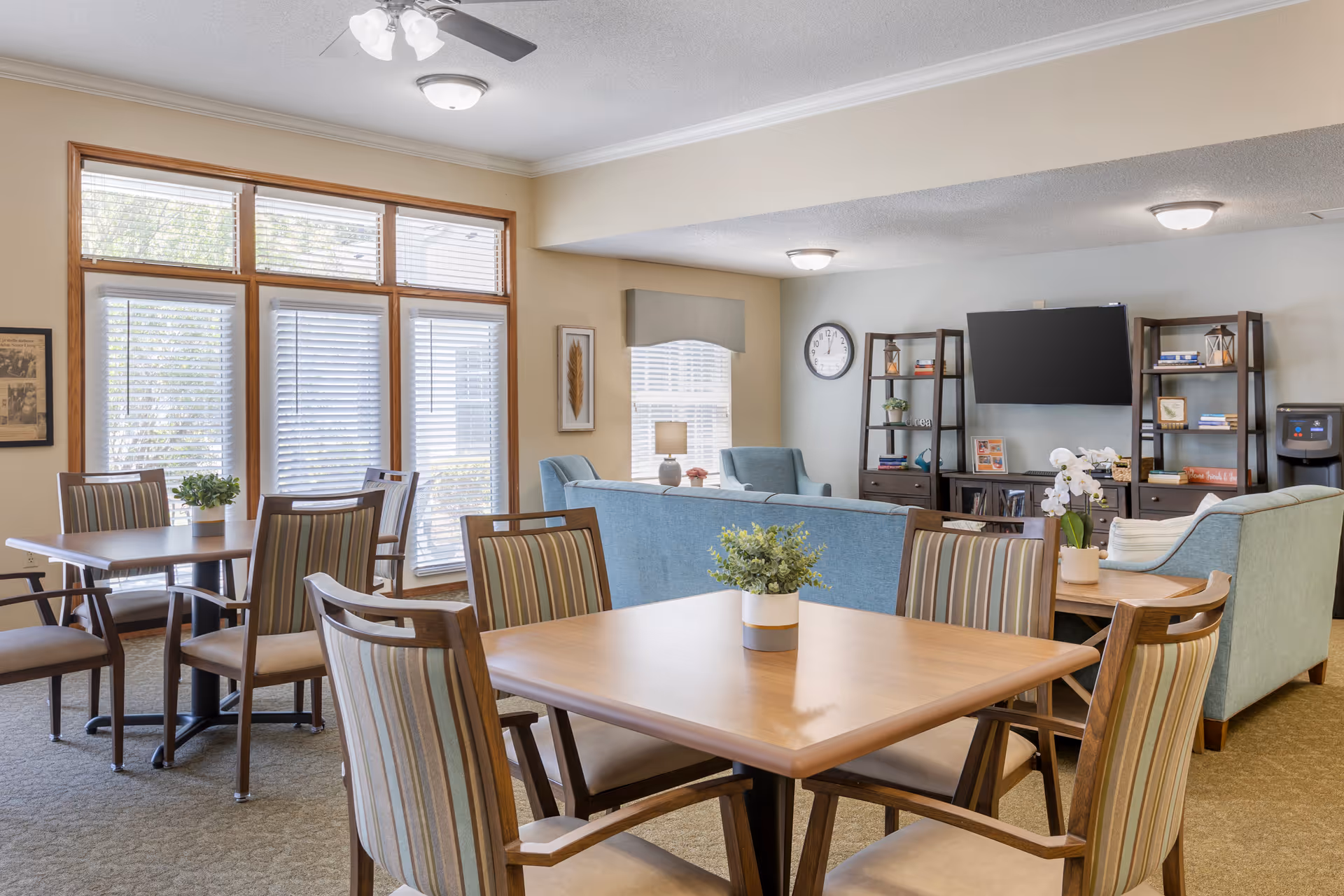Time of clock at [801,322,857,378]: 12:03
